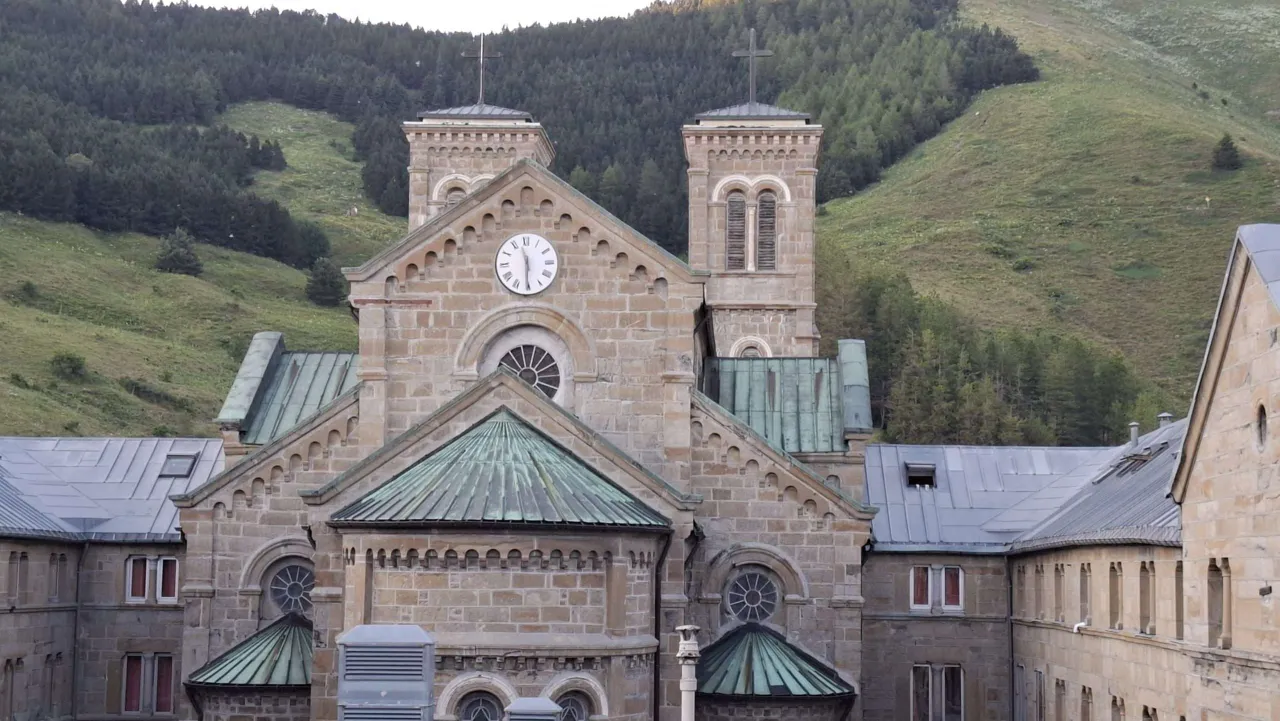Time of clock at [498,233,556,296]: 11:30
